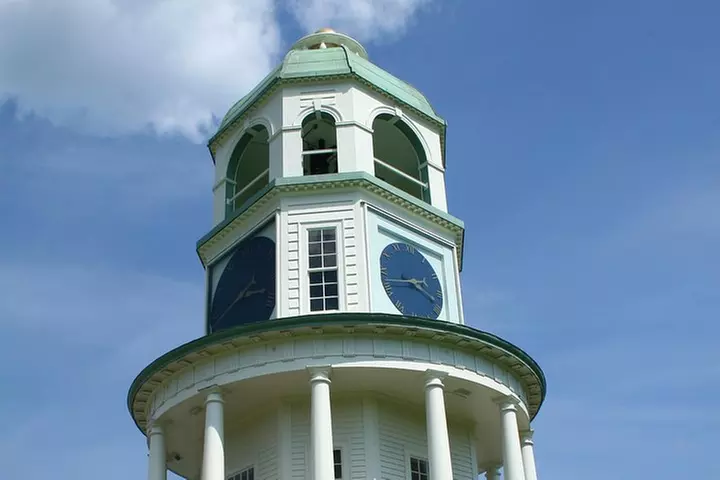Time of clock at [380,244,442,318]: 3:43
